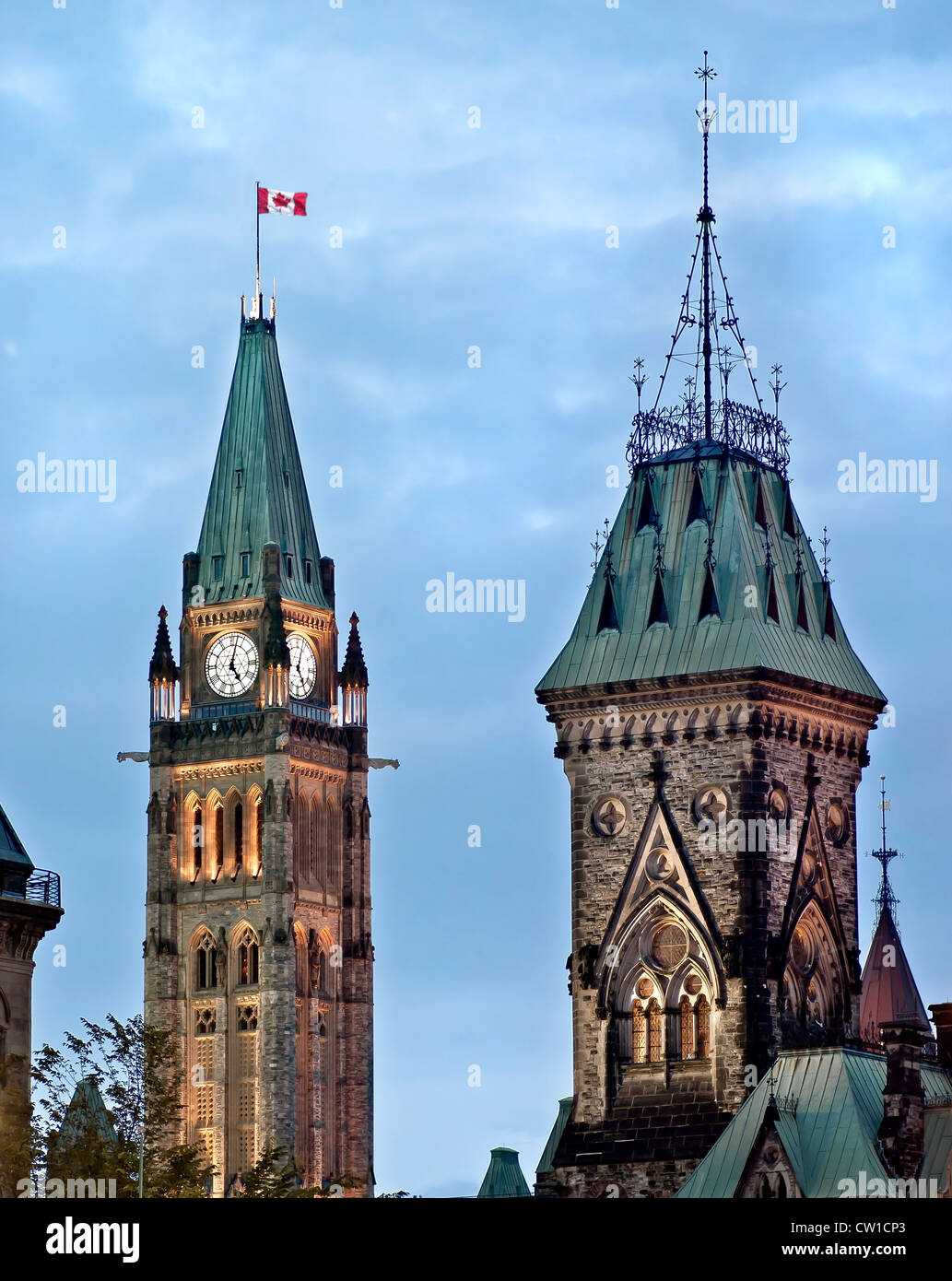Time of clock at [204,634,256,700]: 5:02
